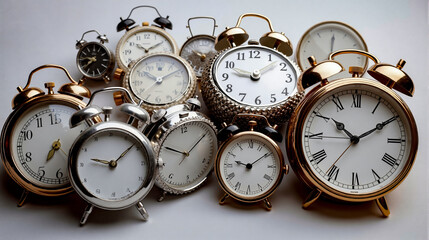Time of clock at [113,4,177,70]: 10:09
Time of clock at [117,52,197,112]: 10:09
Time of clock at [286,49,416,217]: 10:09
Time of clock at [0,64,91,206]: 9:08
